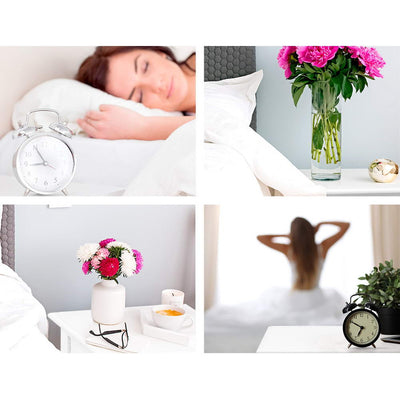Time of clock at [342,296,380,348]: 6:50
